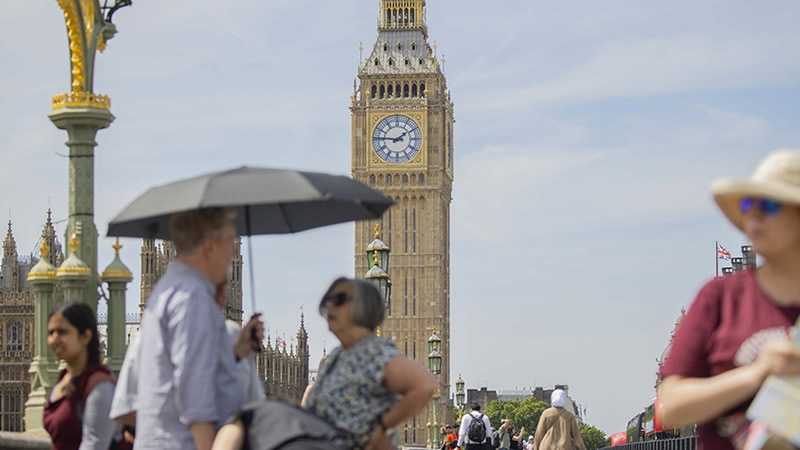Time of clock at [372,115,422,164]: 1:46
